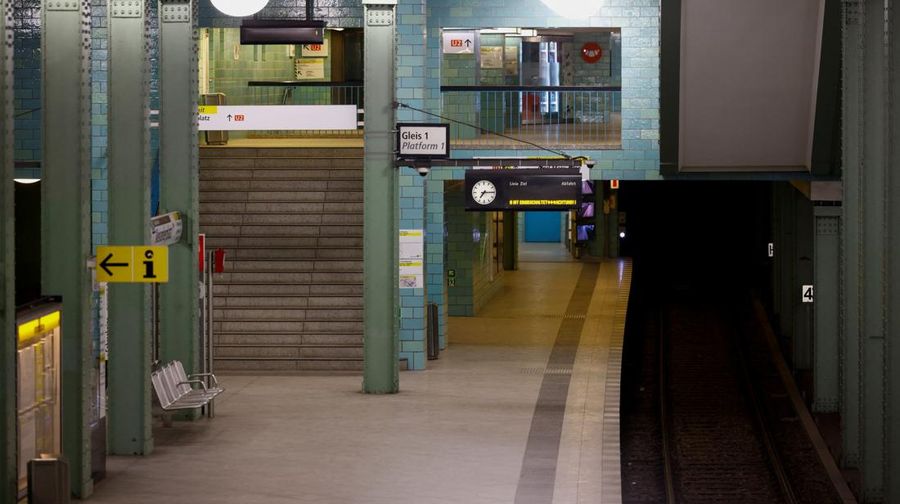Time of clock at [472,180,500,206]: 7:15
